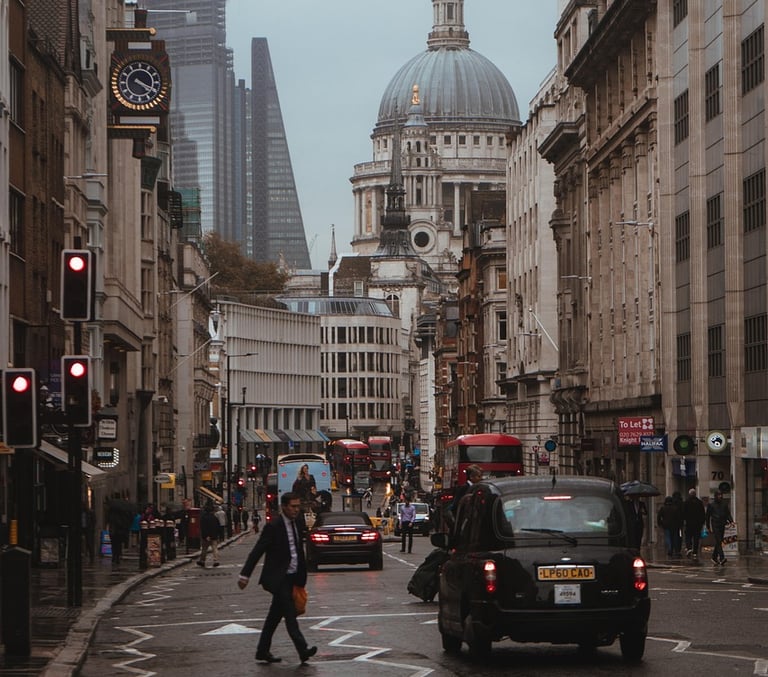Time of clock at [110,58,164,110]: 4:19
